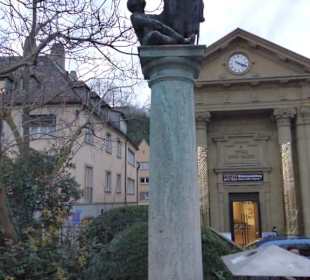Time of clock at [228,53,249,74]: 4:18
